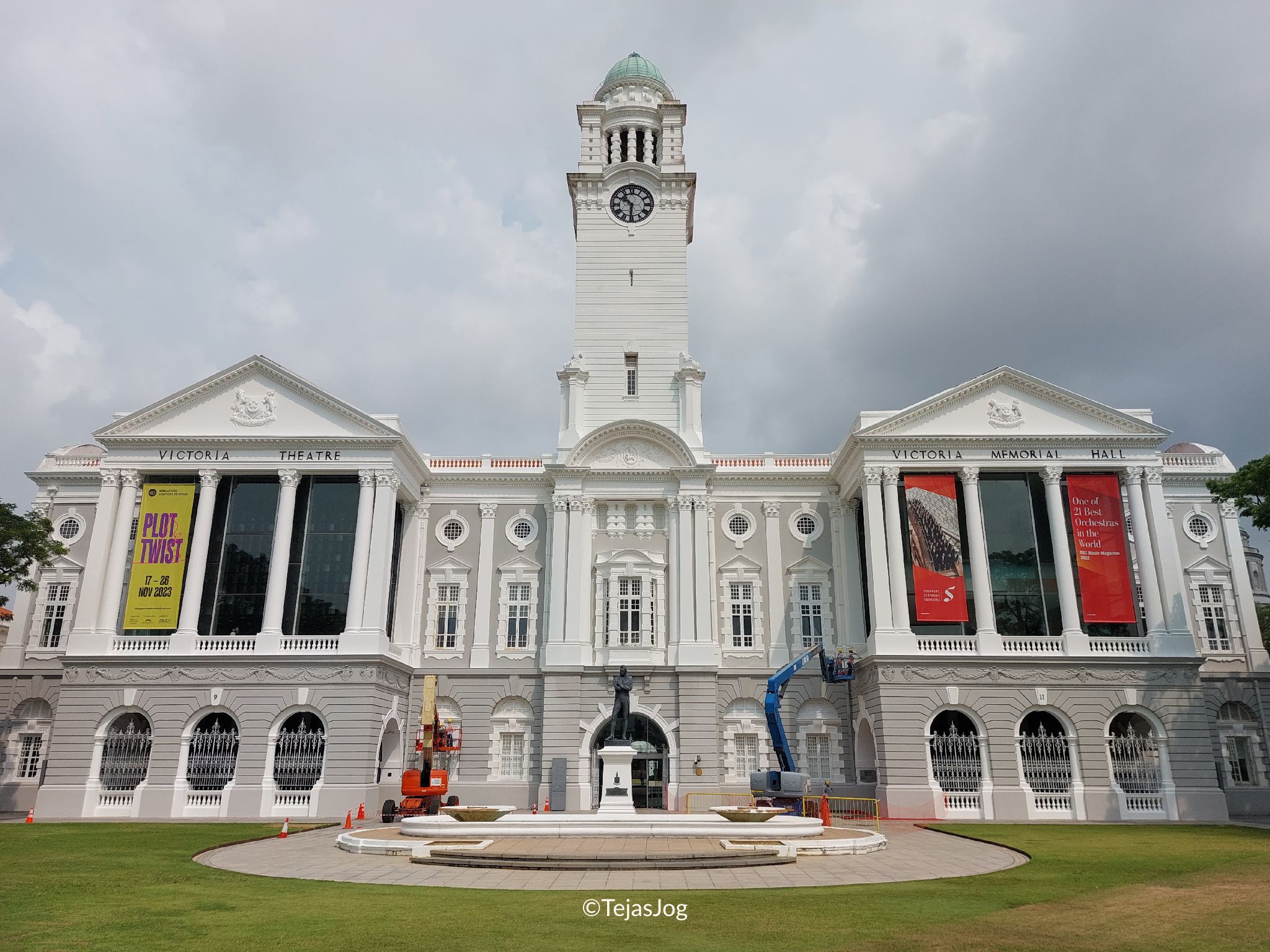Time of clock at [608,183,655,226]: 10:30
